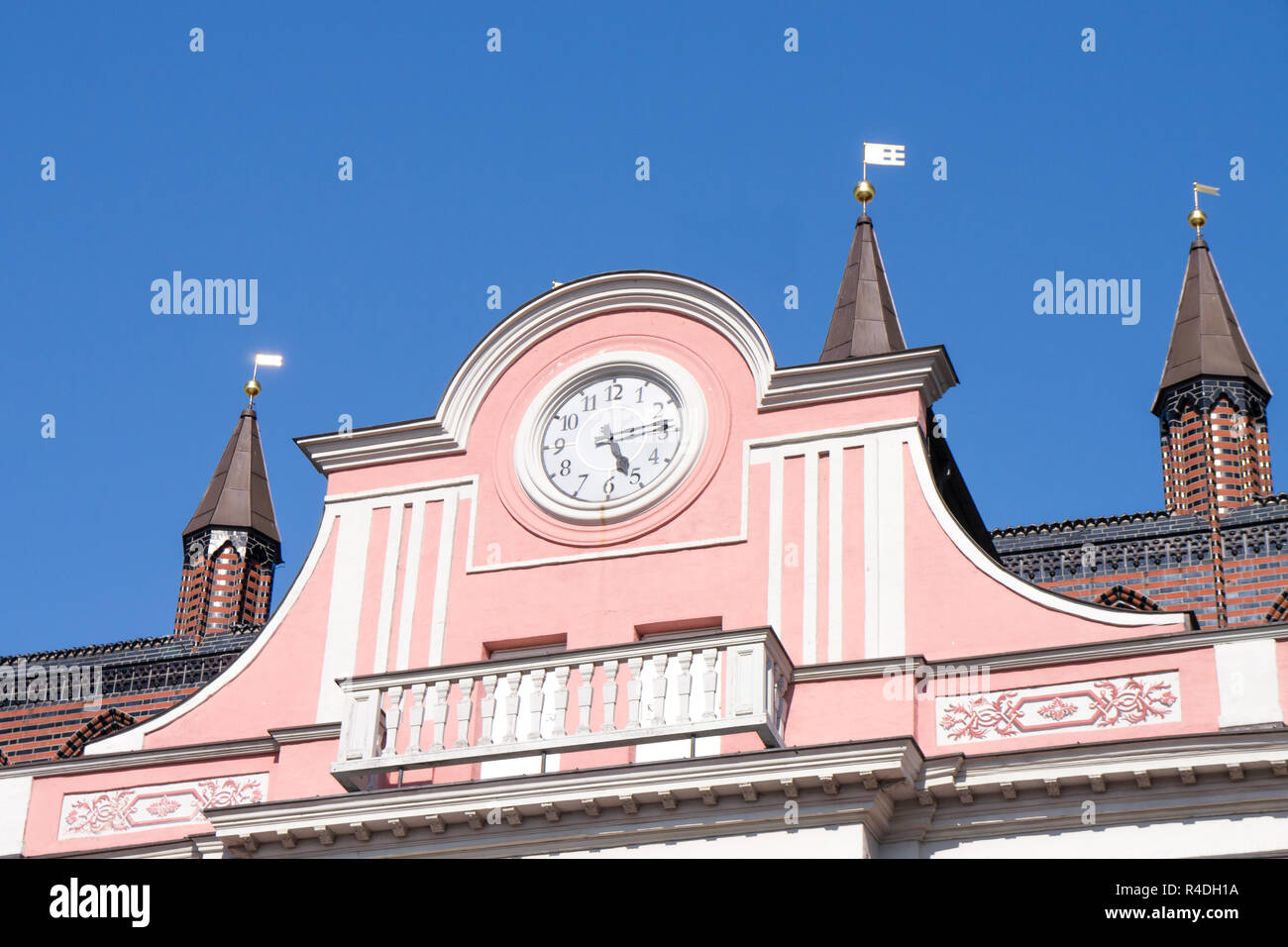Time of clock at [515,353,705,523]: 5:13
